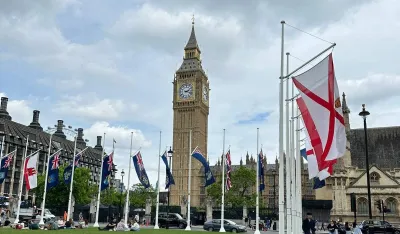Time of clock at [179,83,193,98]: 2:18
